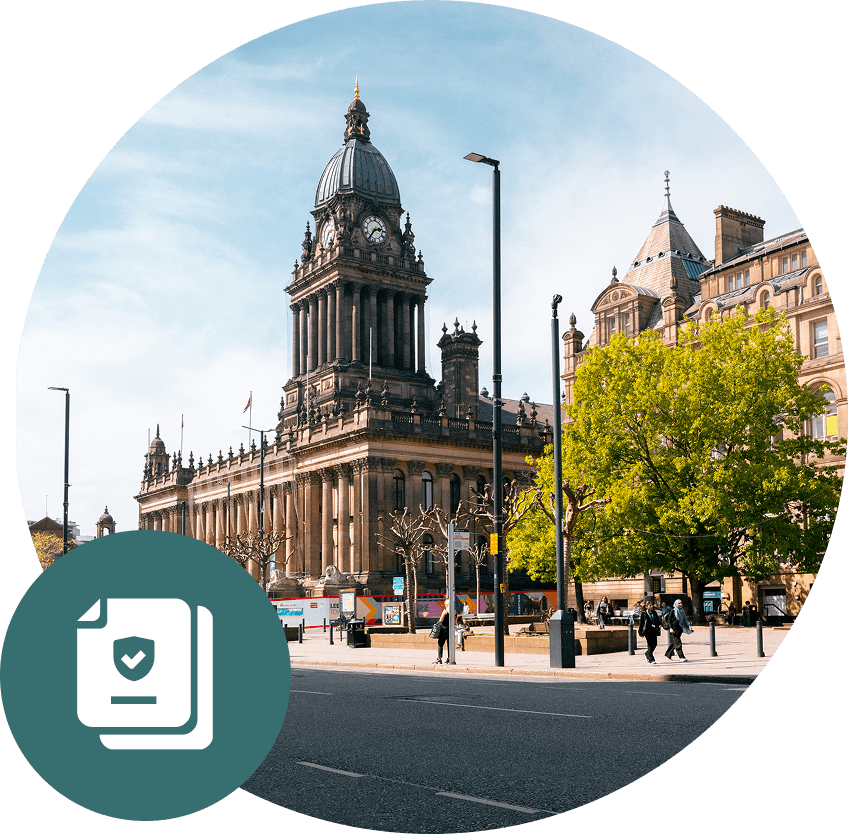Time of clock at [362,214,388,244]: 2:36
